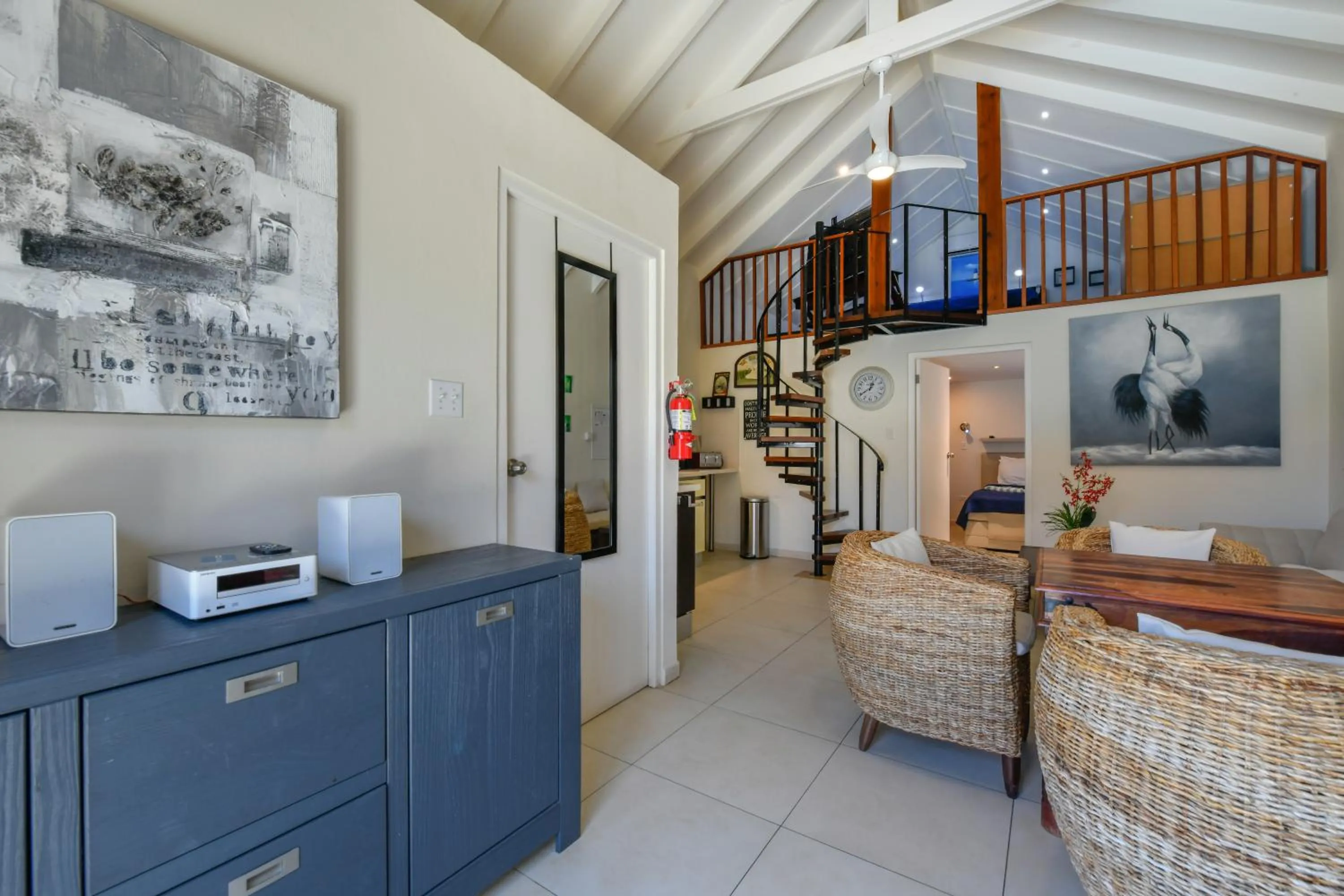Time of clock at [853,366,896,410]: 12:39
